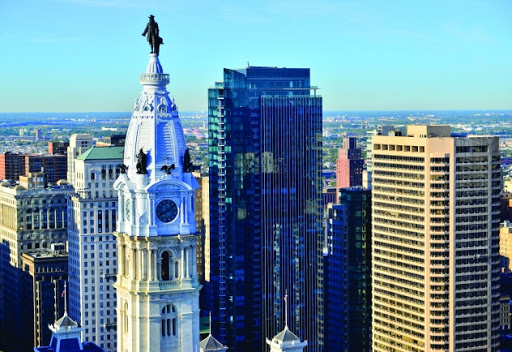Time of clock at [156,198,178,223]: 8:09
